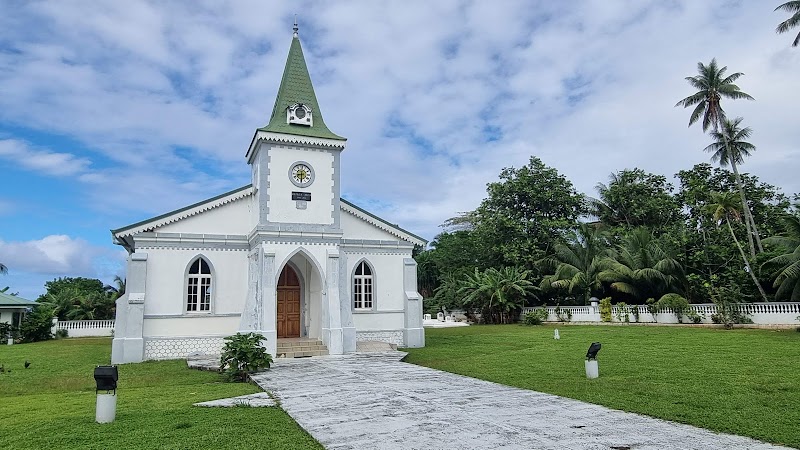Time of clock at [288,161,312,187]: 8:30
